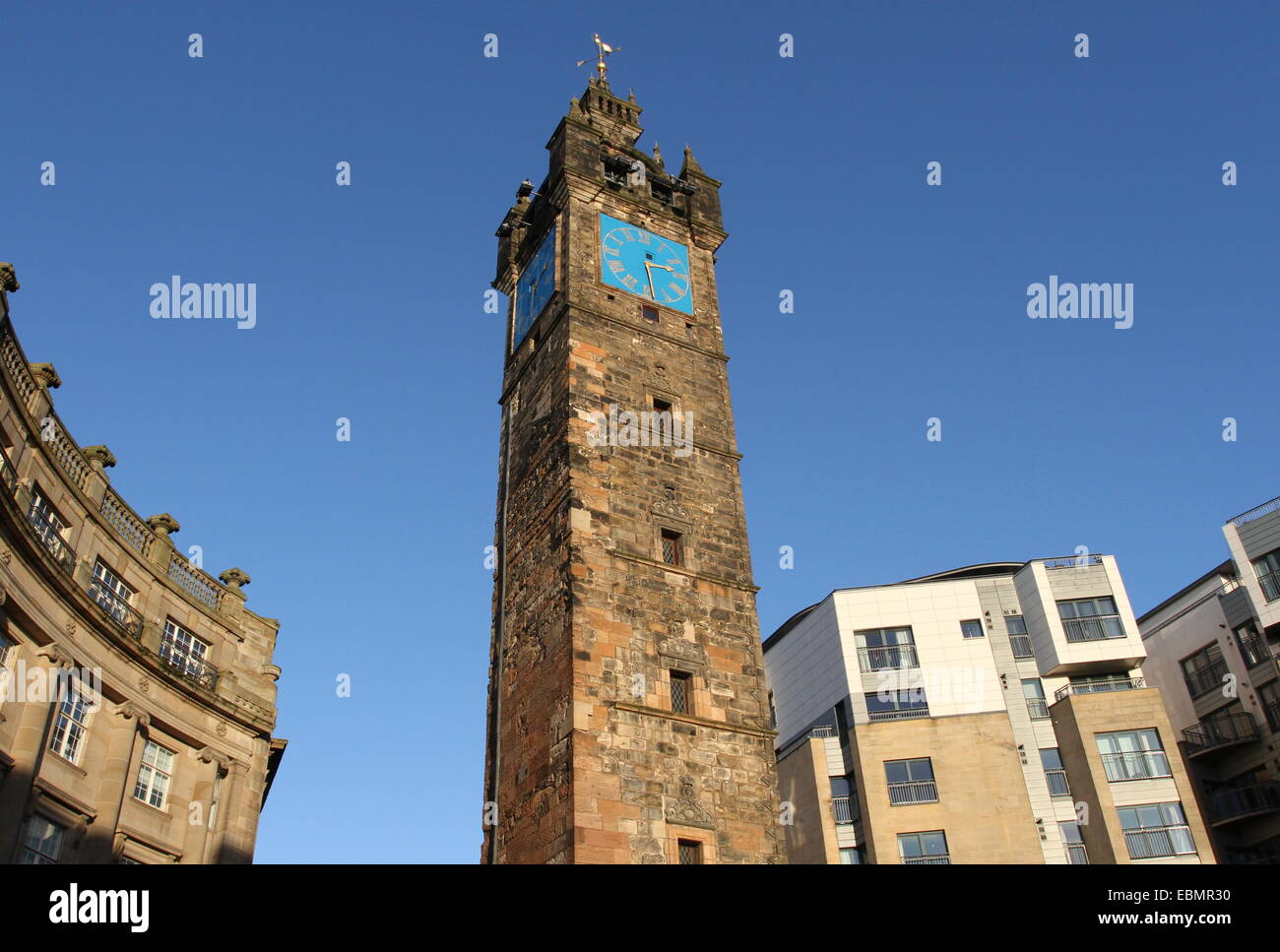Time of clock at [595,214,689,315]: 2:28
